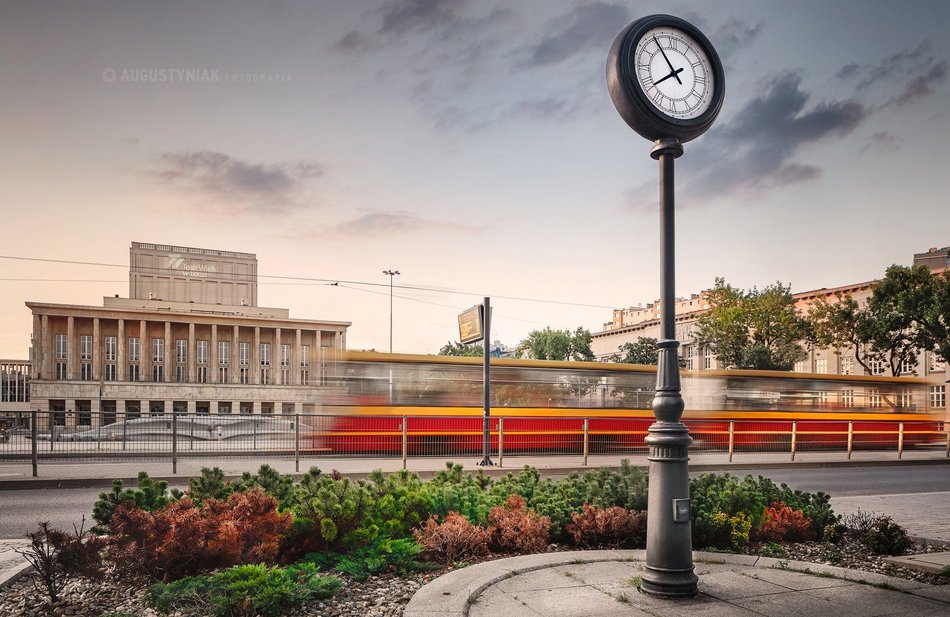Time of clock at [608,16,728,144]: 7:54
